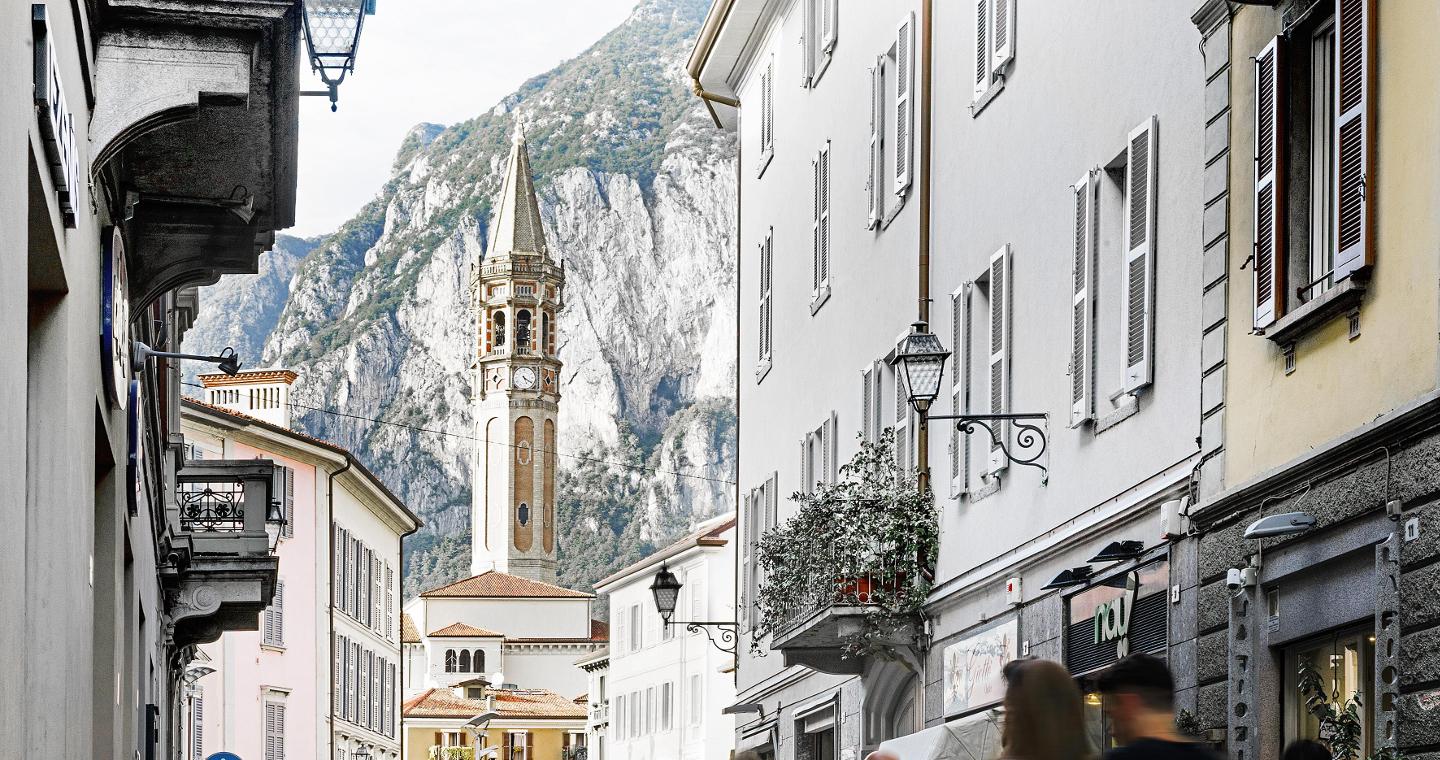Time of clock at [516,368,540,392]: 5:20
